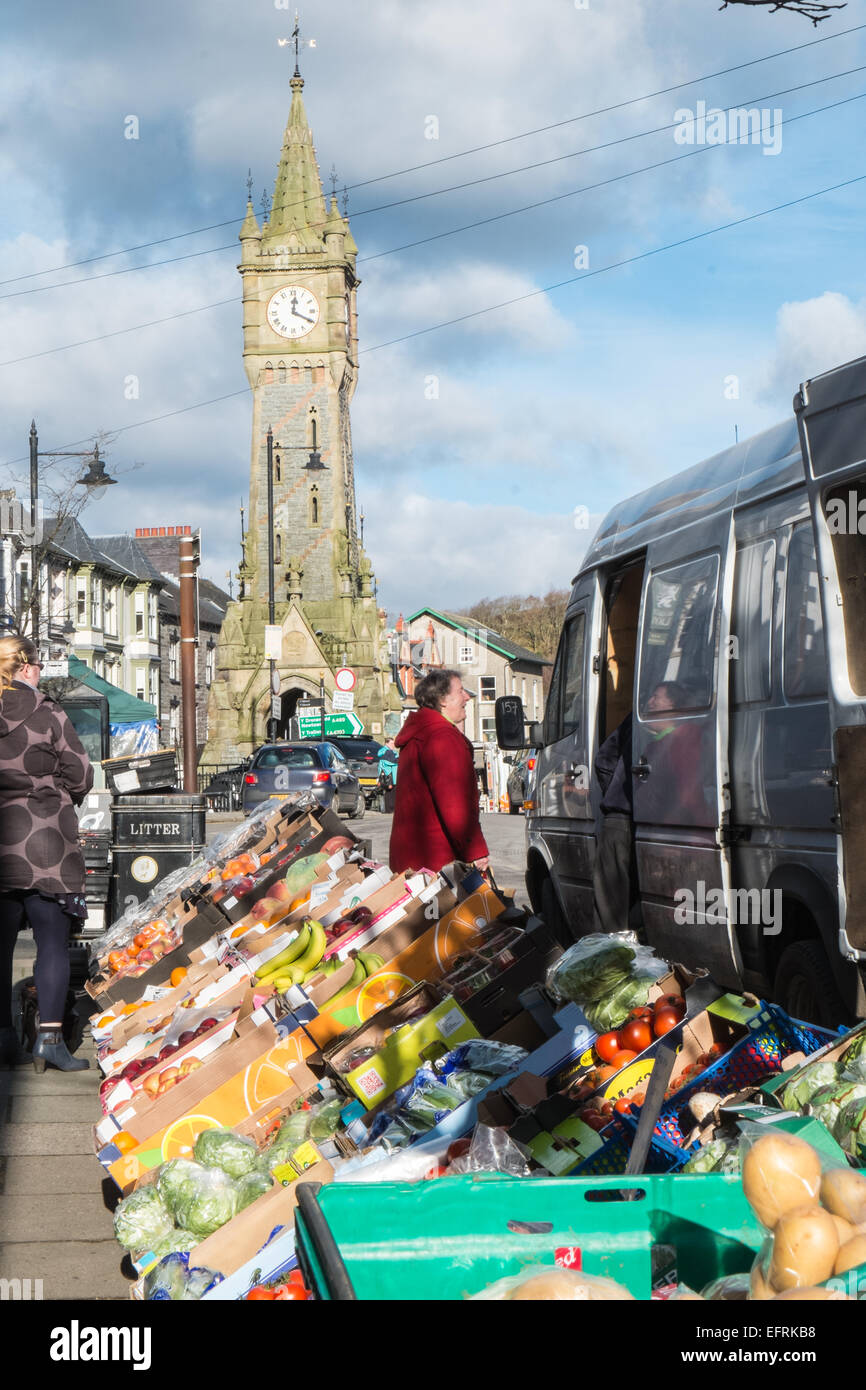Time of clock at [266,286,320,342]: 12:19
